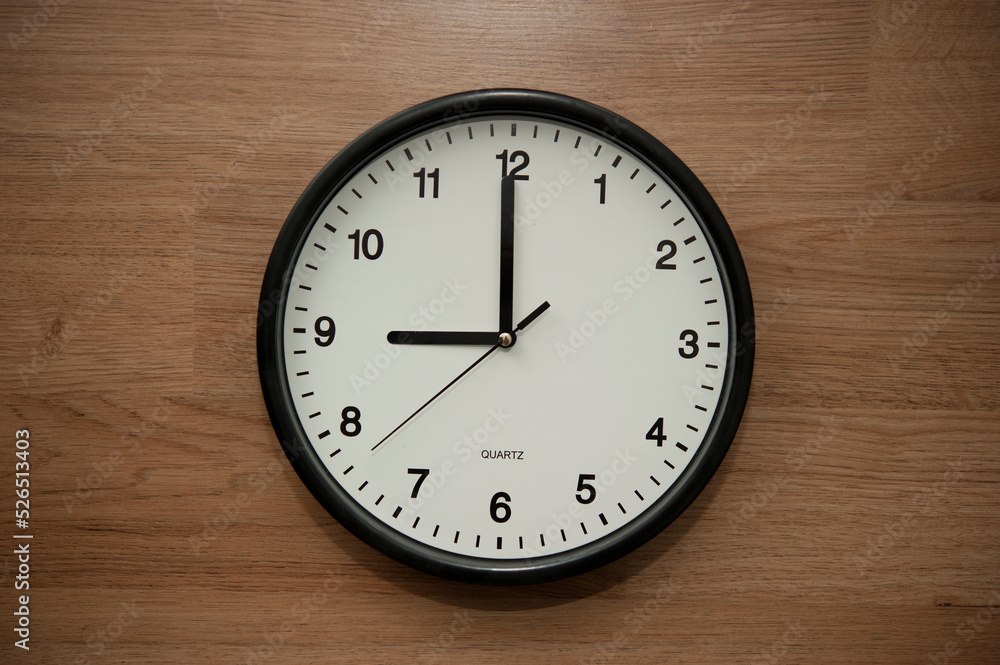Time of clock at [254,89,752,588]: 8:59
